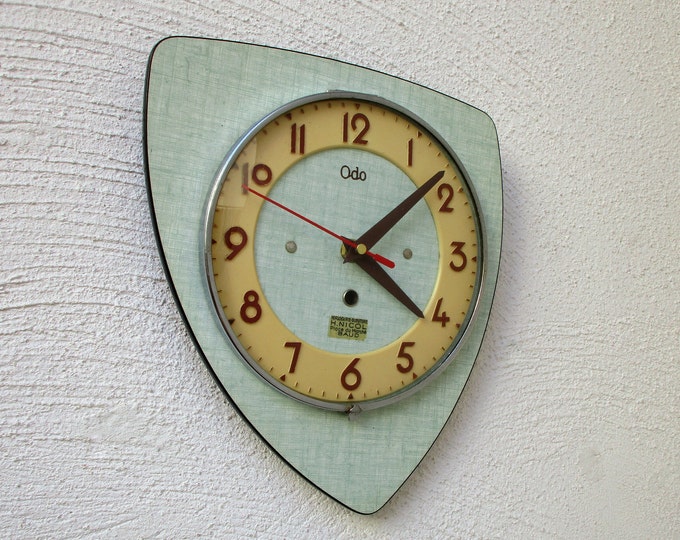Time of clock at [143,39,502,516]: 4:08
